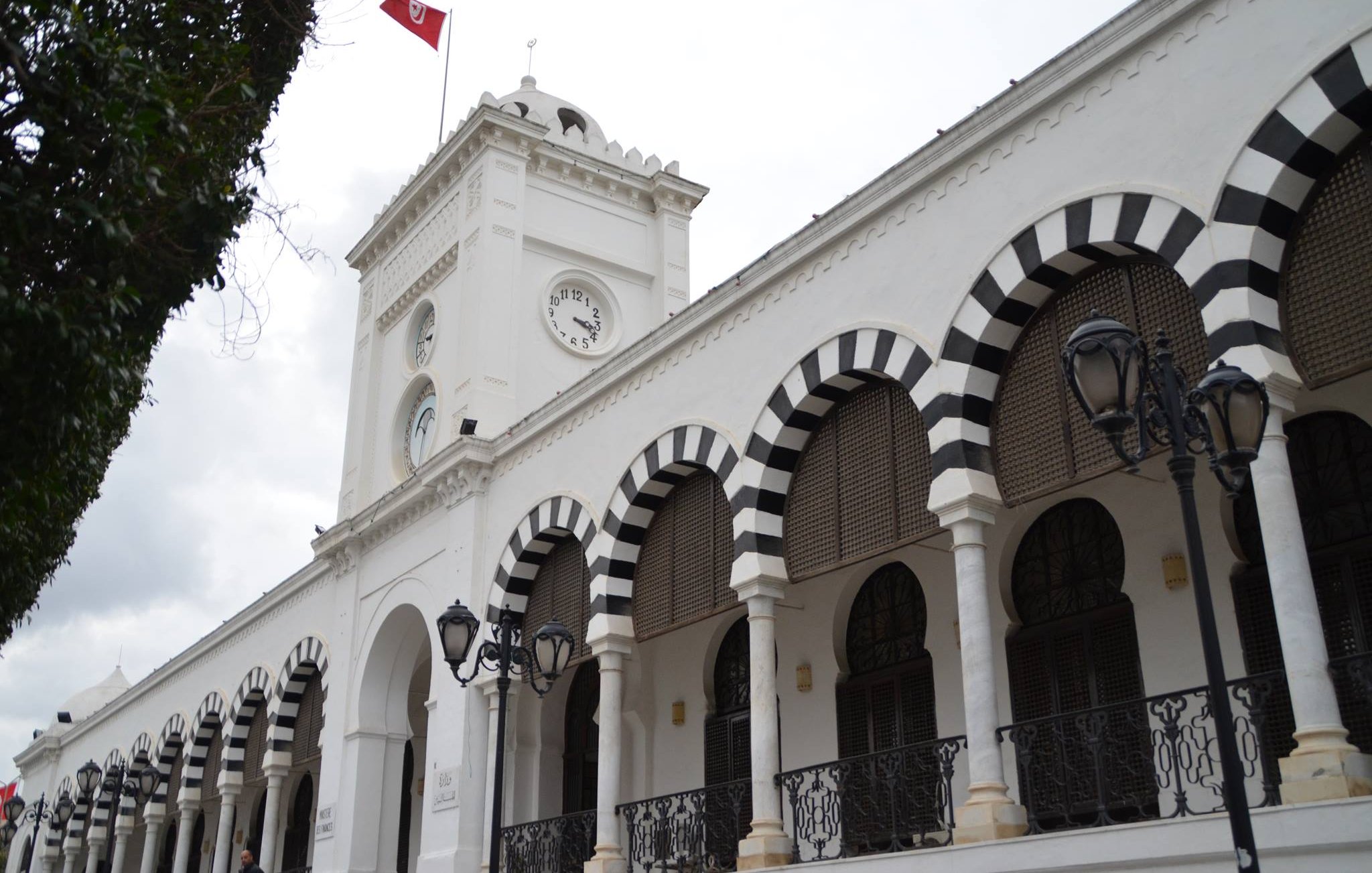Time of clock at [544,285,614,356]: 3:18
